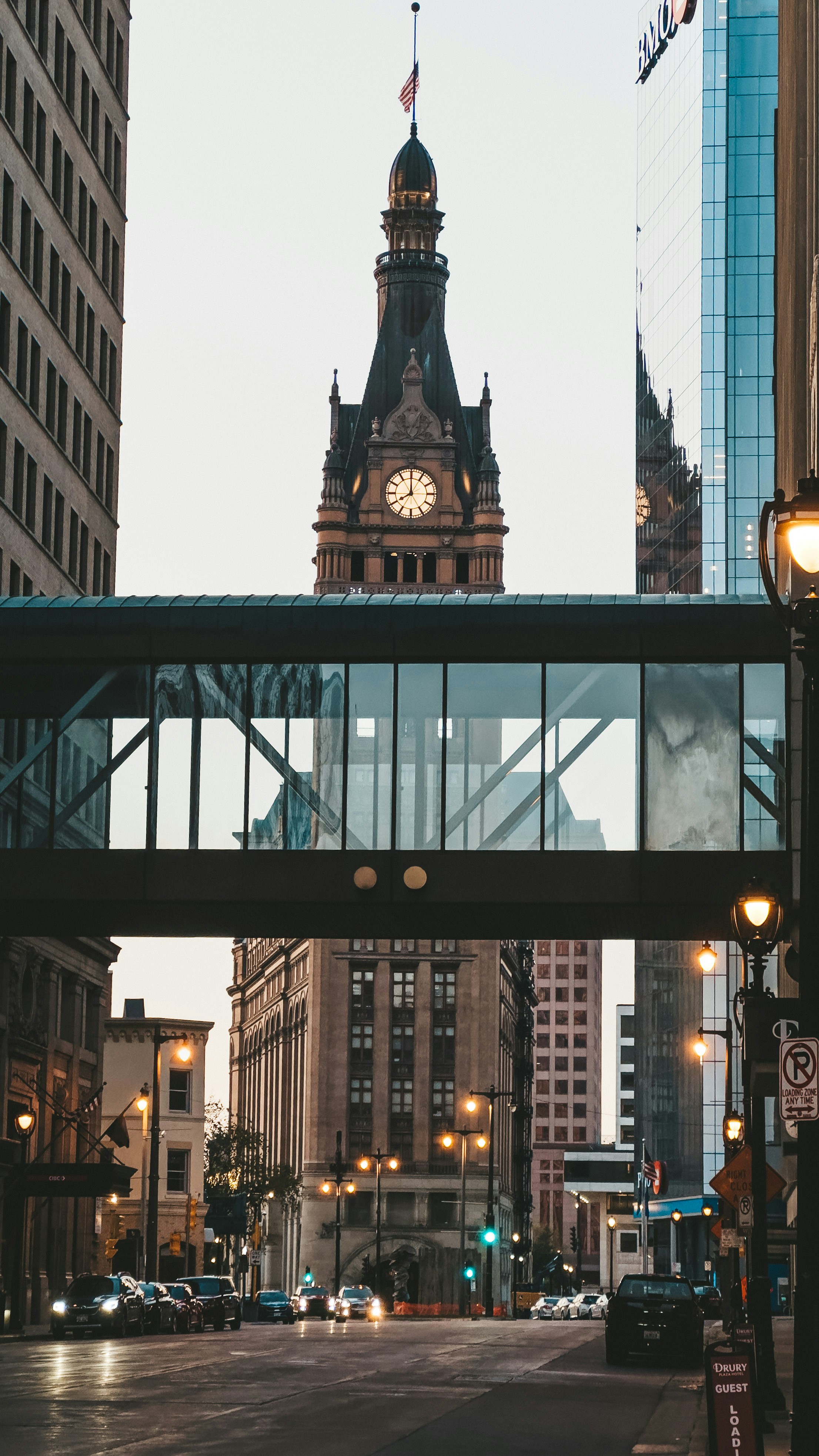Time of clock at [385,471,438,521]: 7:59
